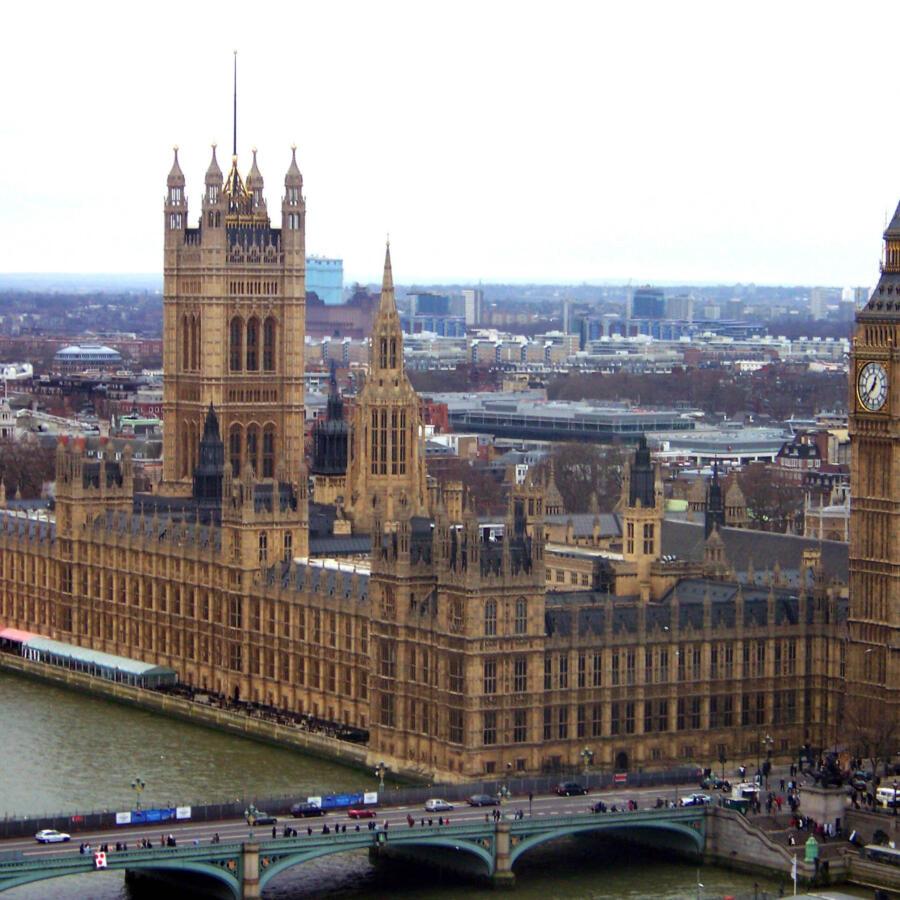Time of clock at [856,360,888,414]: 12:37
